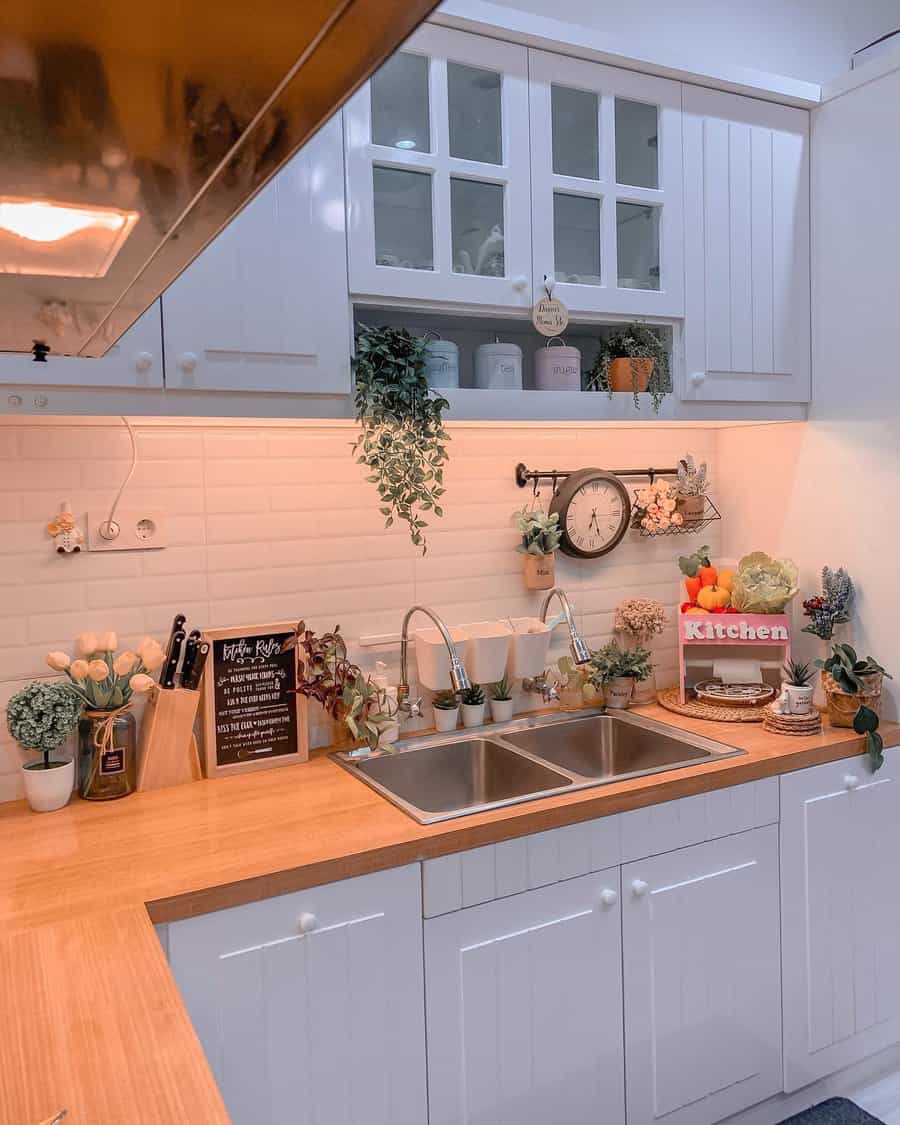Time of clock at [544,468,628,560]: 6:26
